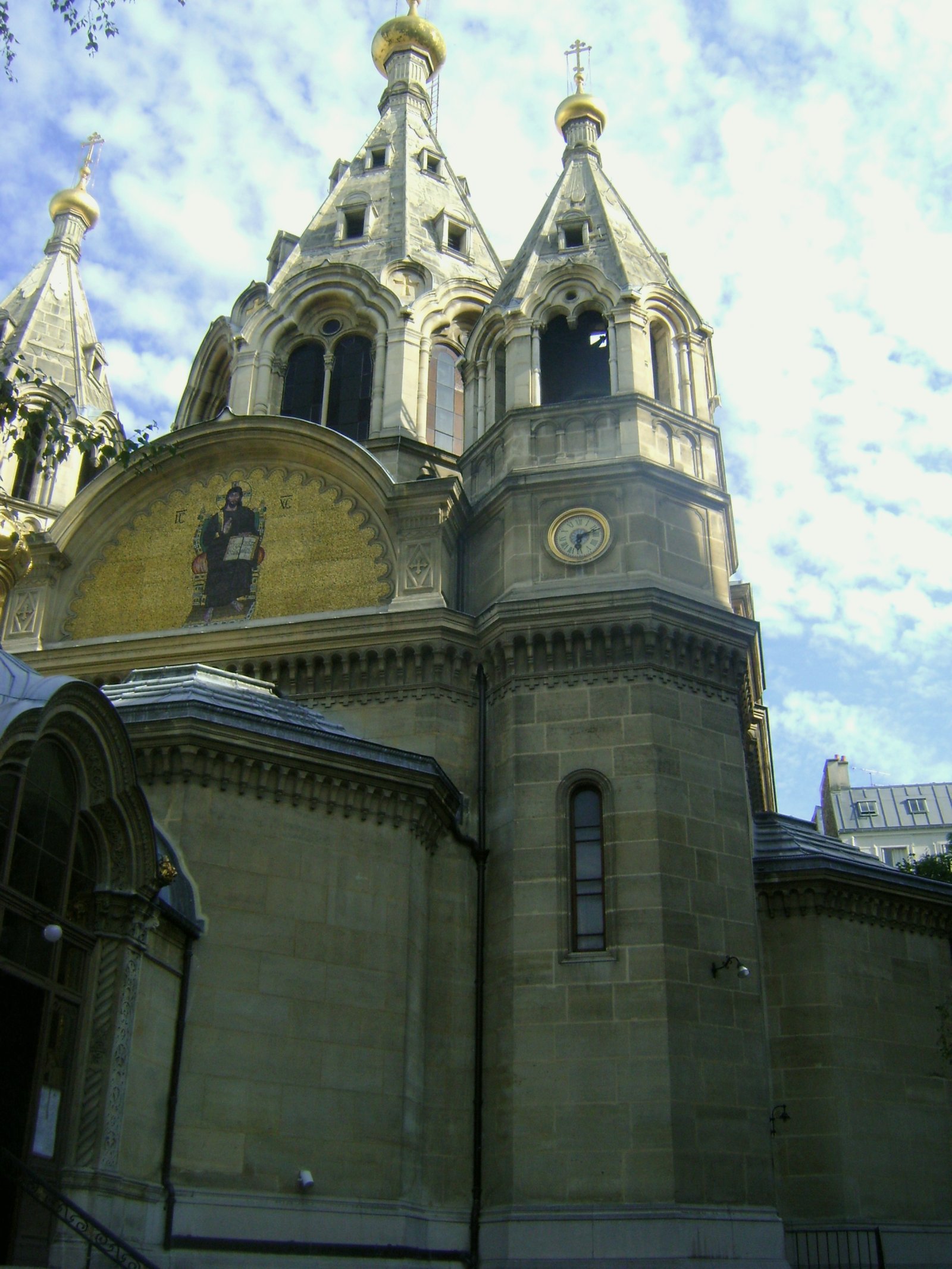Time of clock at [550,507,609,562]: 6:11
